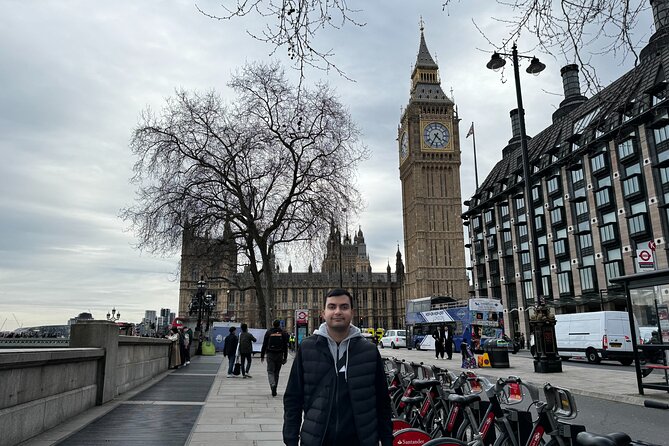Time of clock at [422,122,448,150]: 4:35
